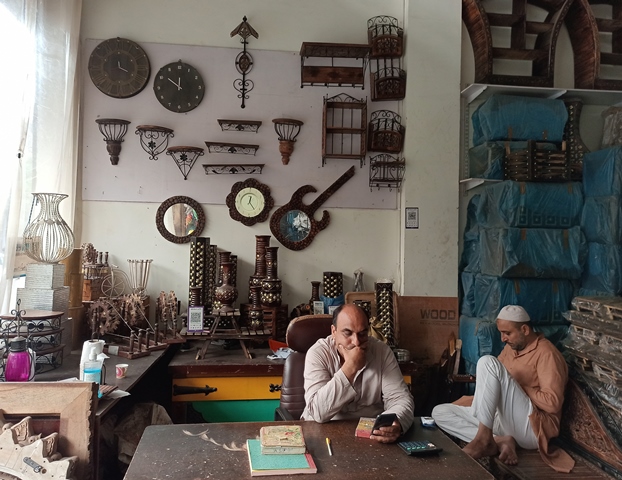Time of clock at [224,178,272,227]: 12:23
